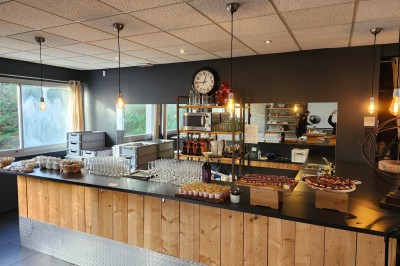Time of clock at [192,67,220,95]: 12:44
